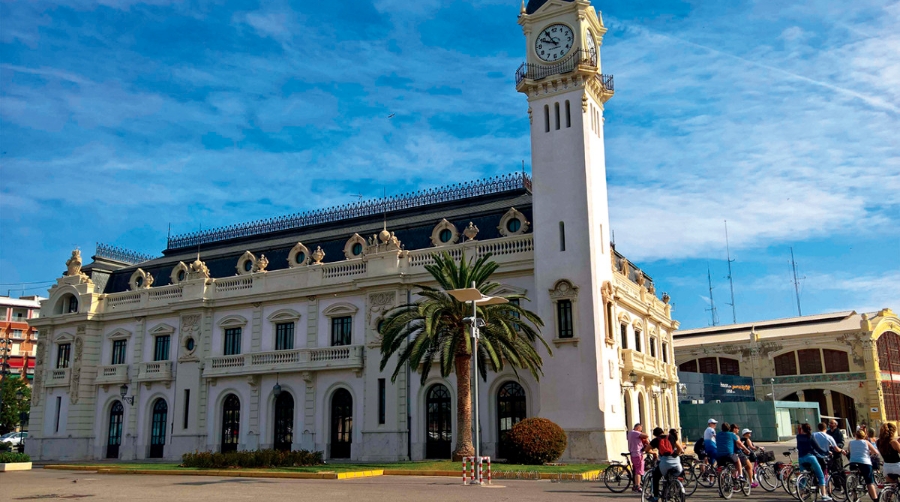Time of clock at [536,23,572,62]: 9:54
